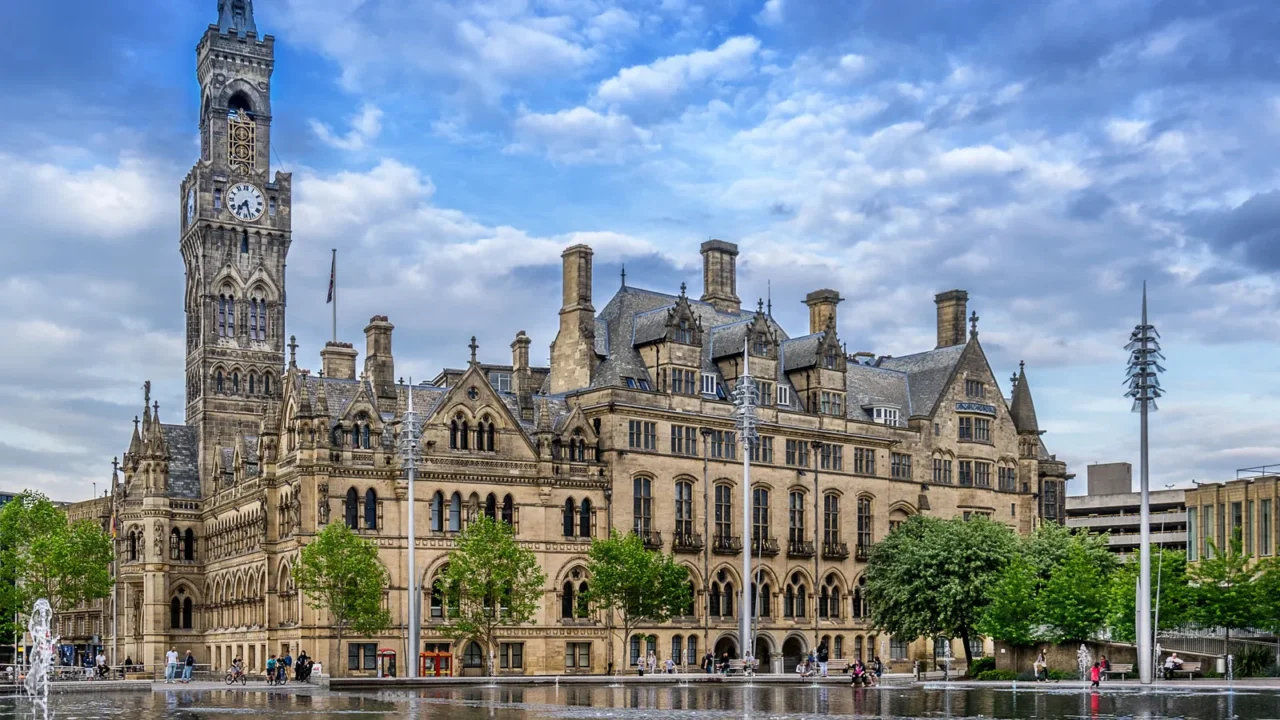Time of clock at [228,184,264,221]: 7:27
